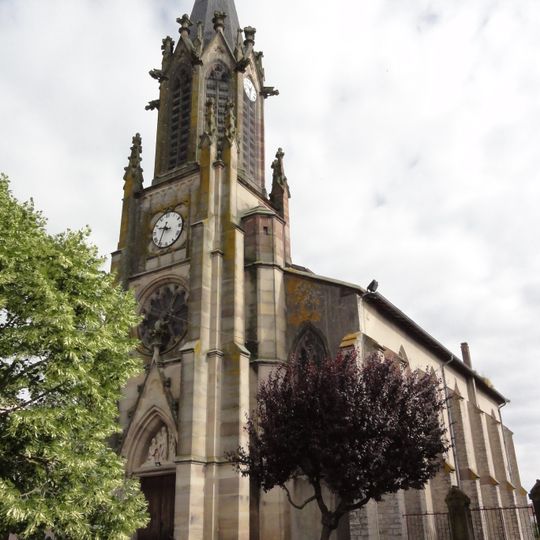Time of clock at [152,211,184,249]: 9:34
